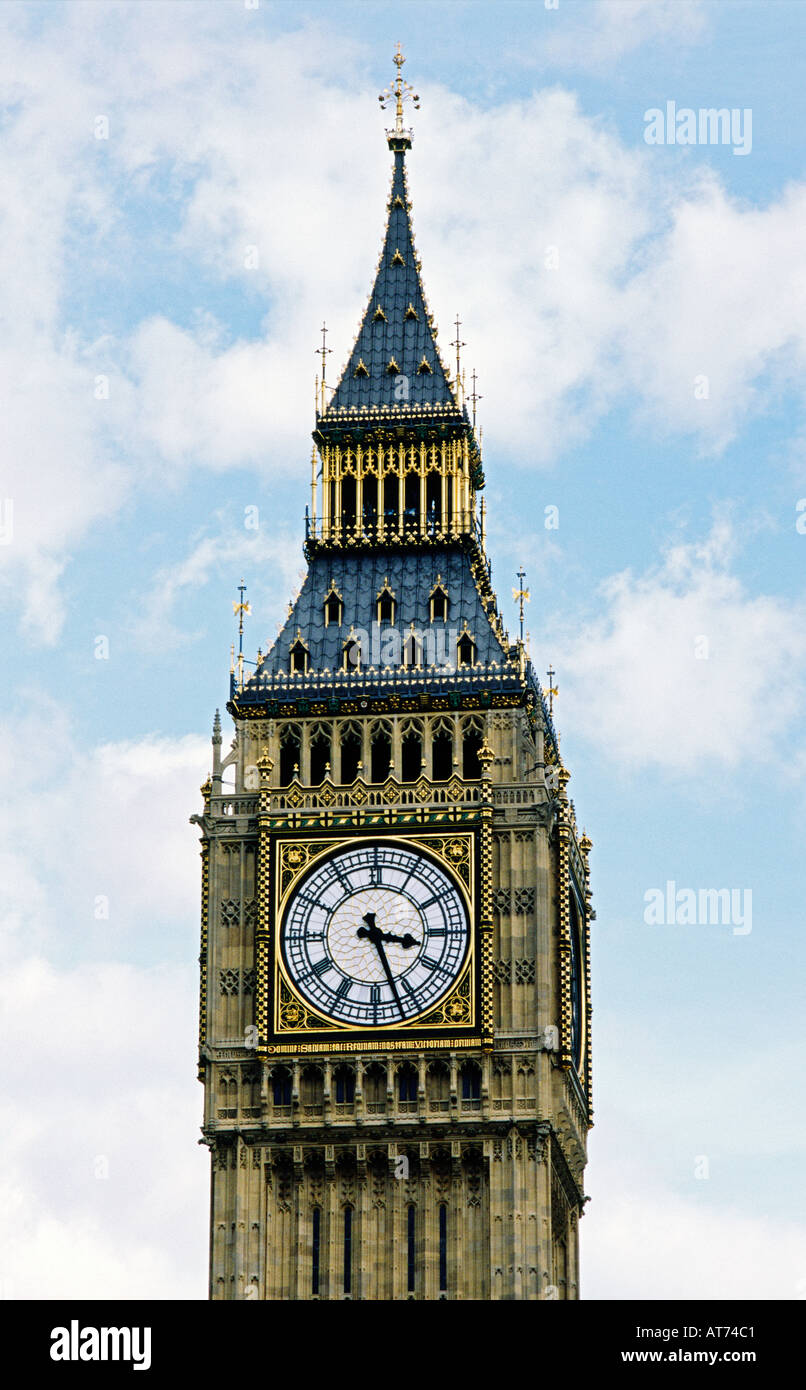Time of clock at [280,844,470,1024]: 3:26
